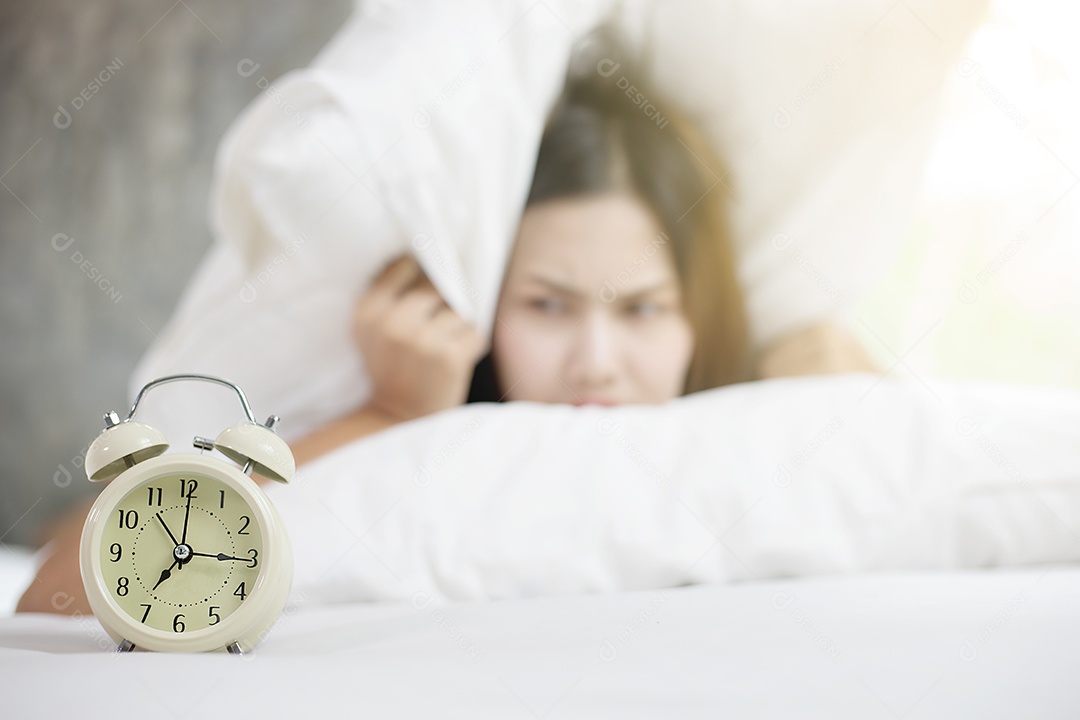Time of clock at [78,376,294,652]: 7:15
